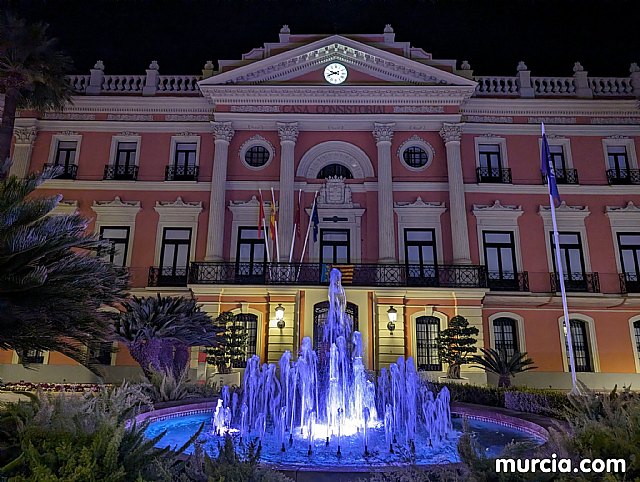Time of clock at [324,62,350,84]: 9:41
